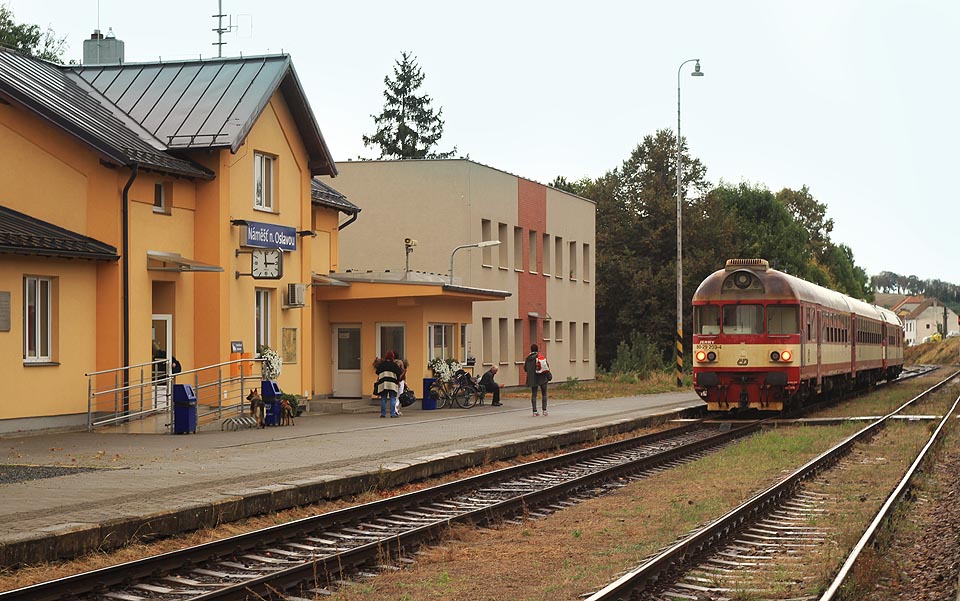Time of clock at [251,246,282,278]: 2:59
